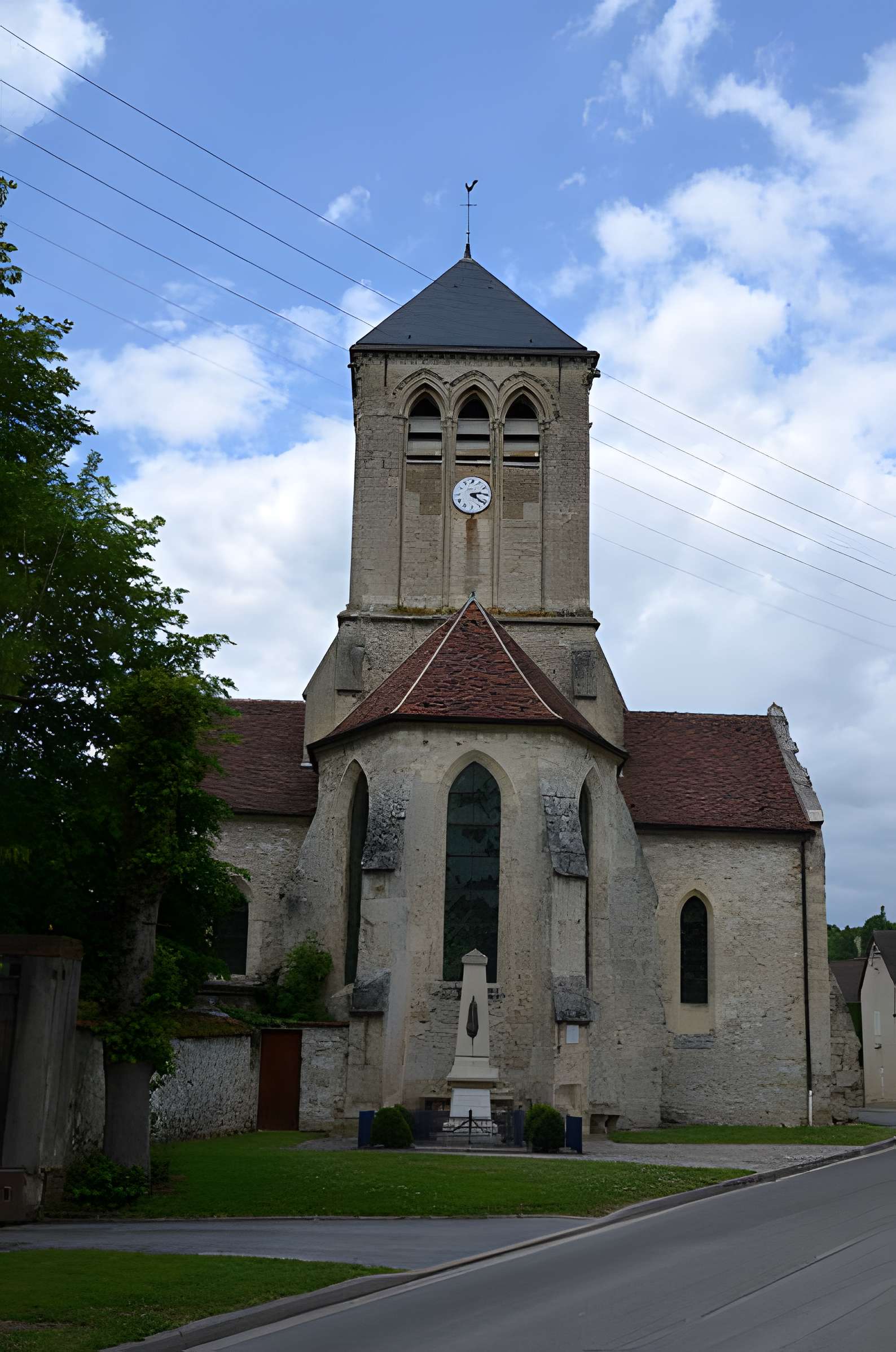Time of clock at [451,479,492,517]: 4:14
